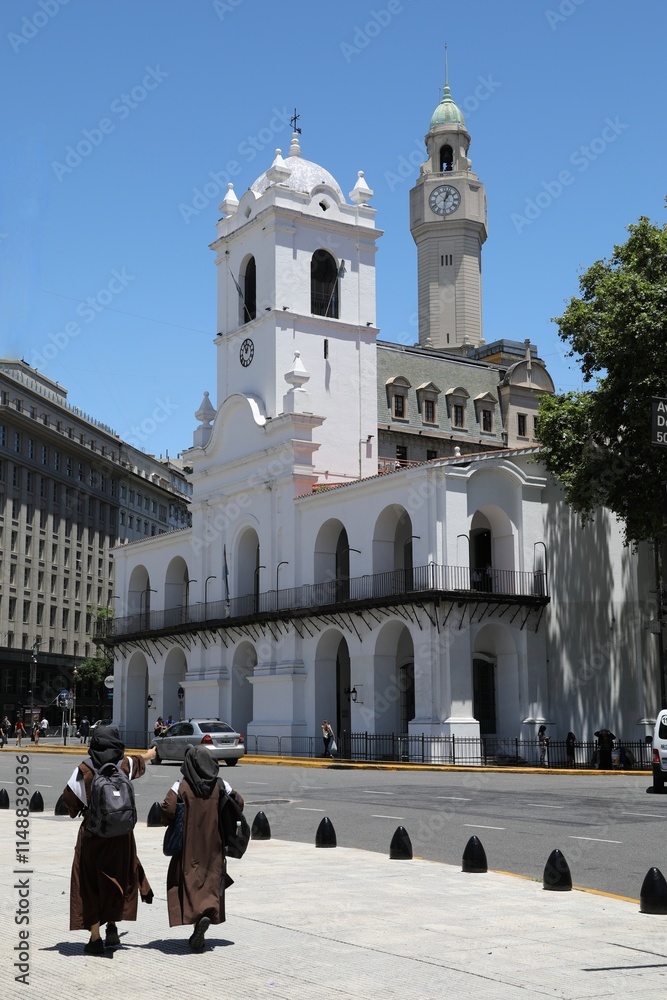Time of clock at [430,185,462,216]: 1:02
